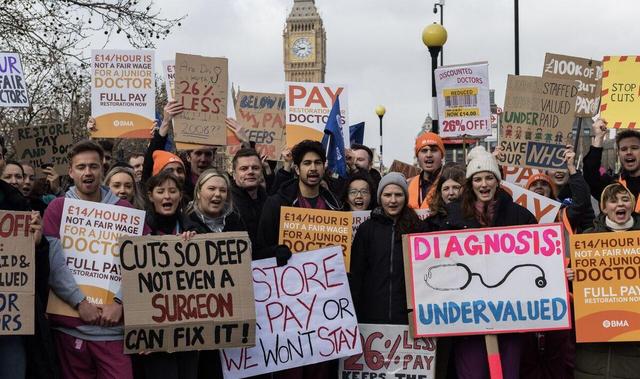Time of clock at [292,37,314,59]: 9:42
